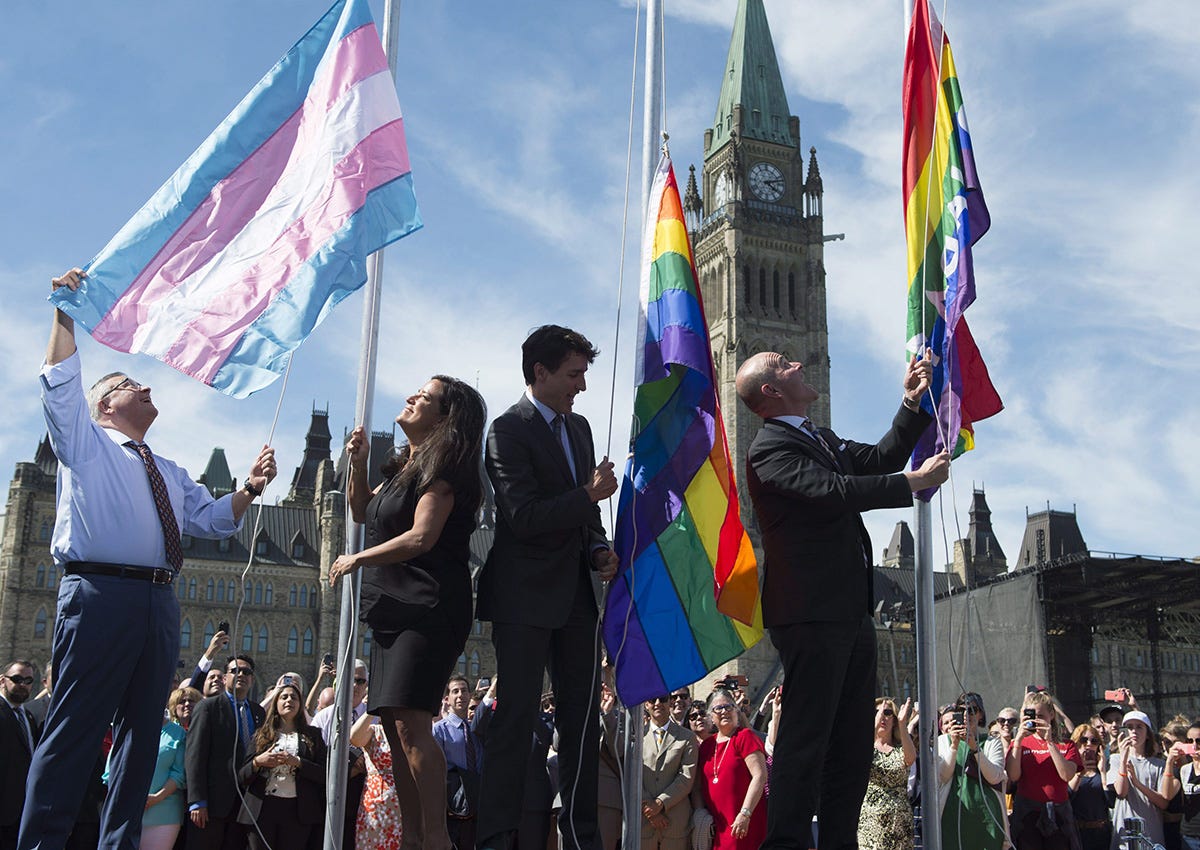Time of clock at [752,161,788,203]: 4:12
